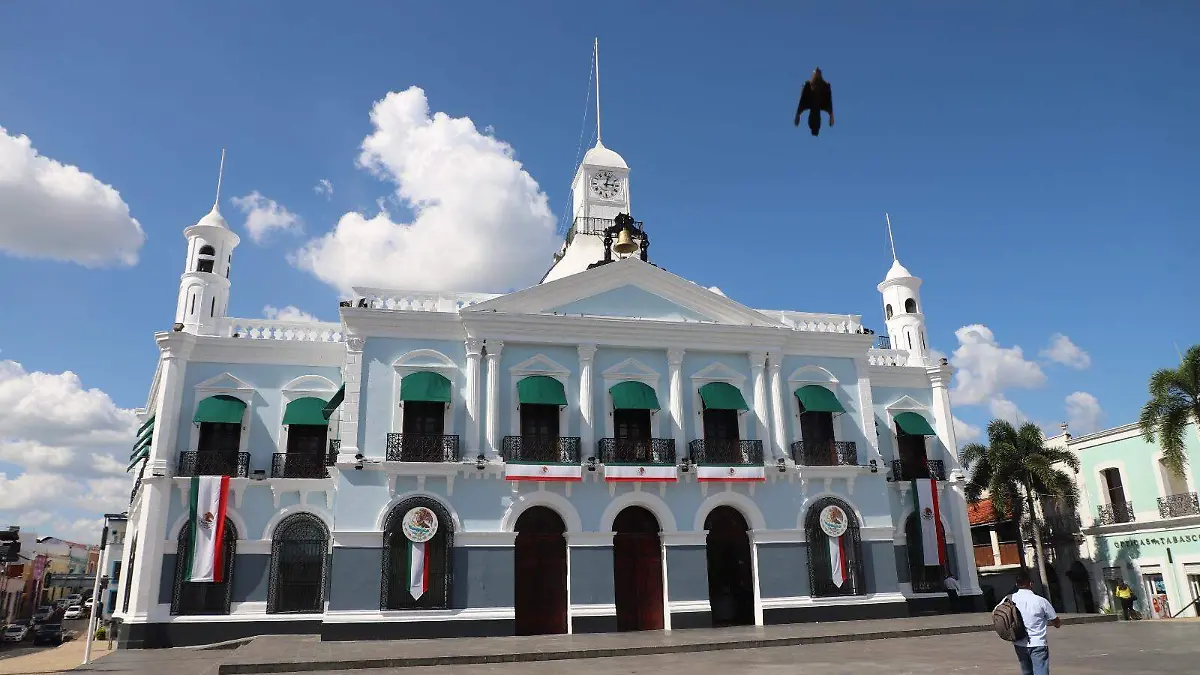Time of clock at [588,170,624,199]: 3:02
